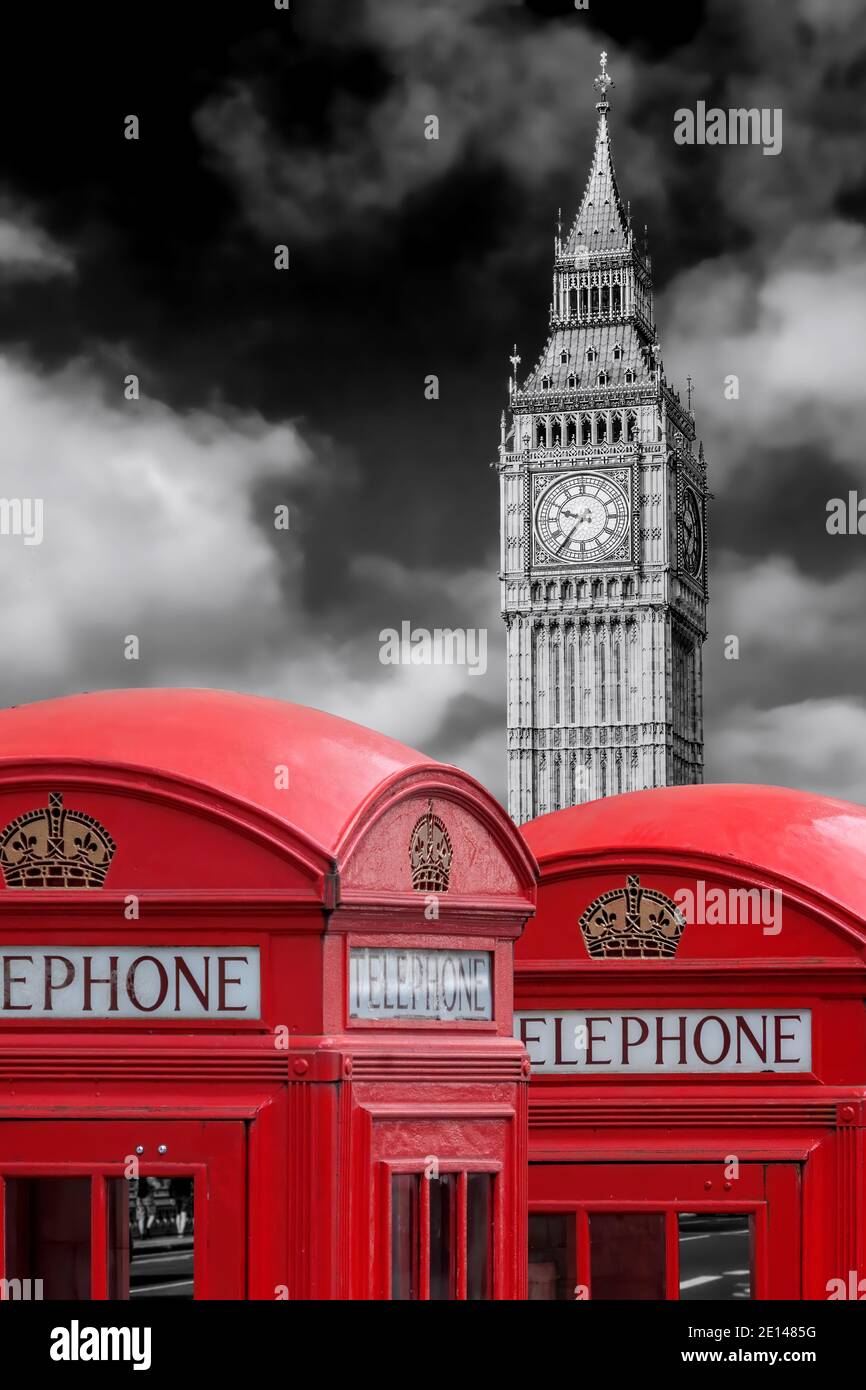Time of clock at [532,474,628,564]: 9:36
